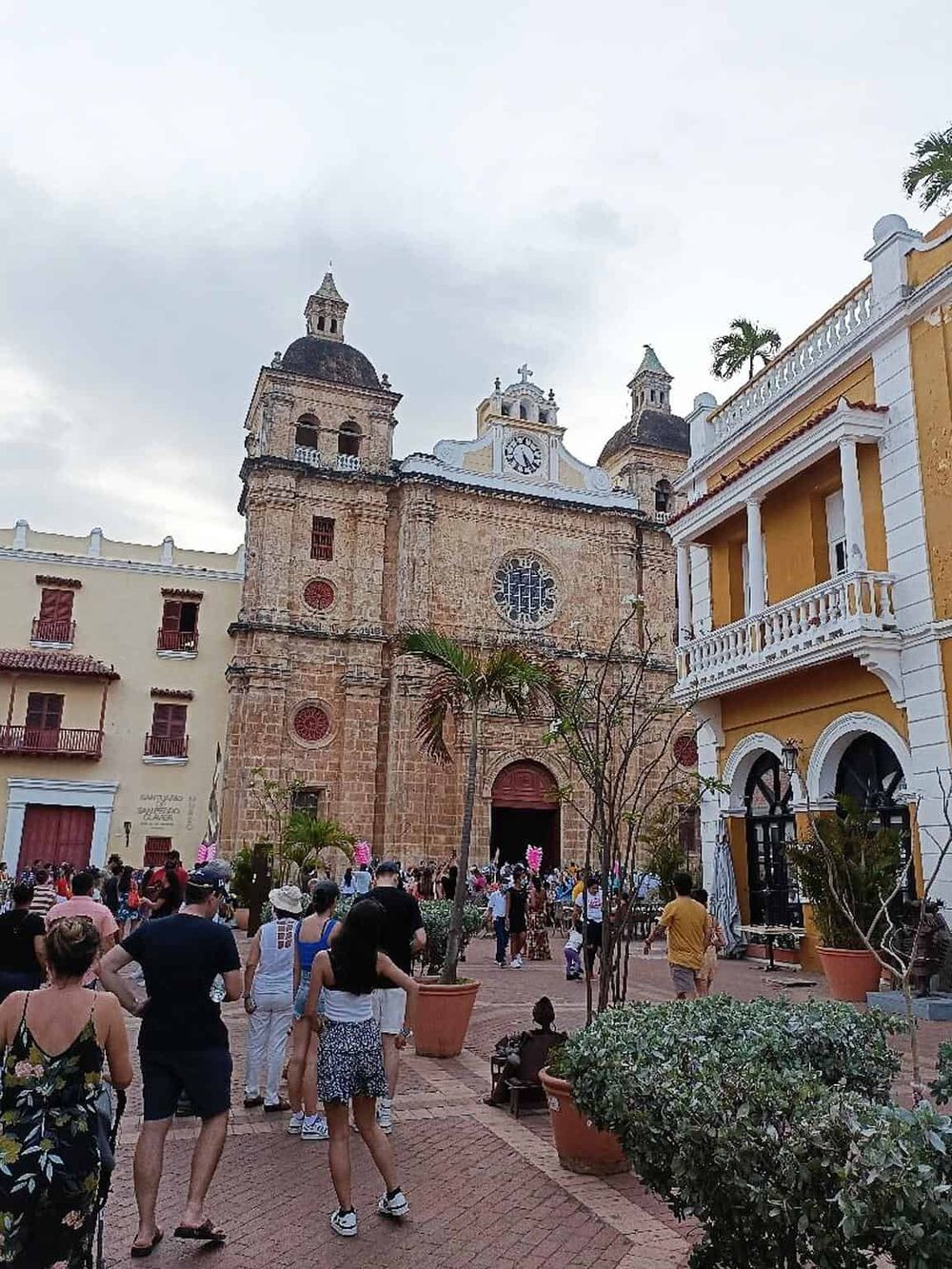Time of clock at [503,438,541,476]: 5:23
